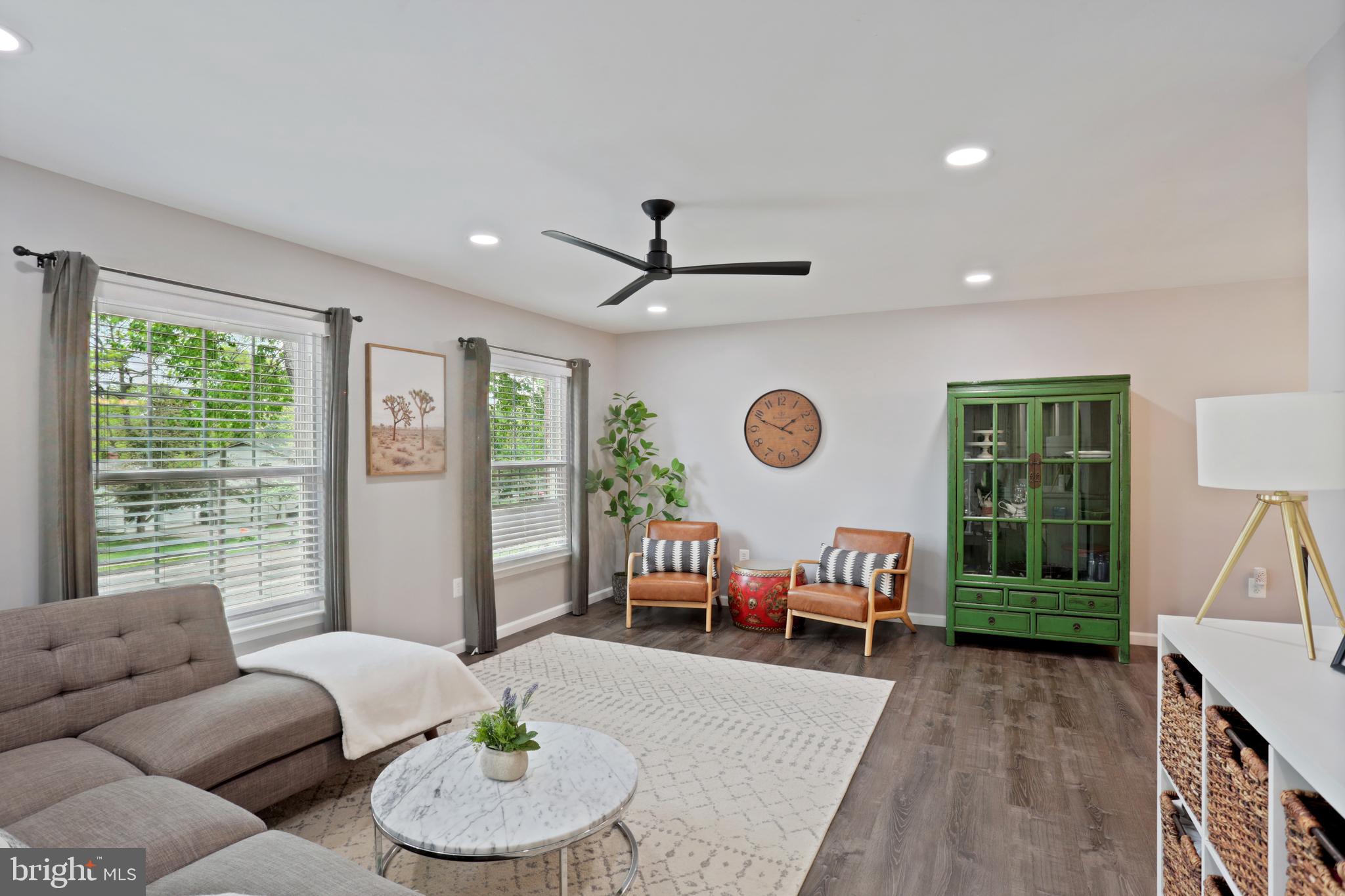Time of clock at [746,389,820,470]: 1:48
